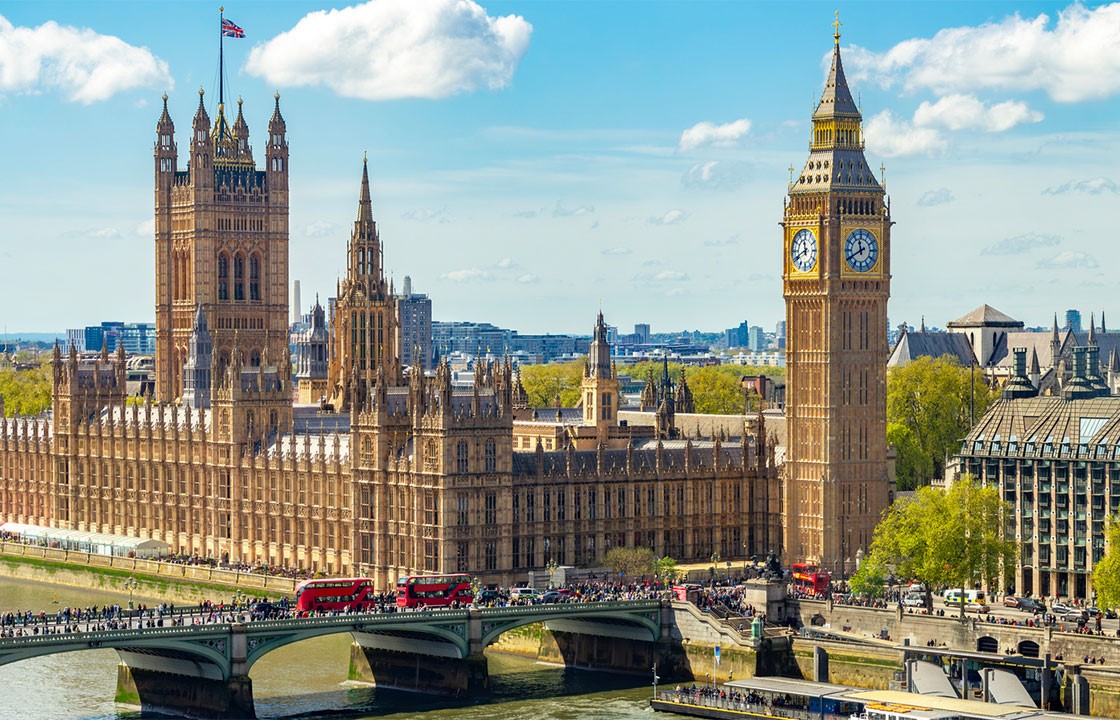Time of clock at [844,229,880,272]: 11:40
